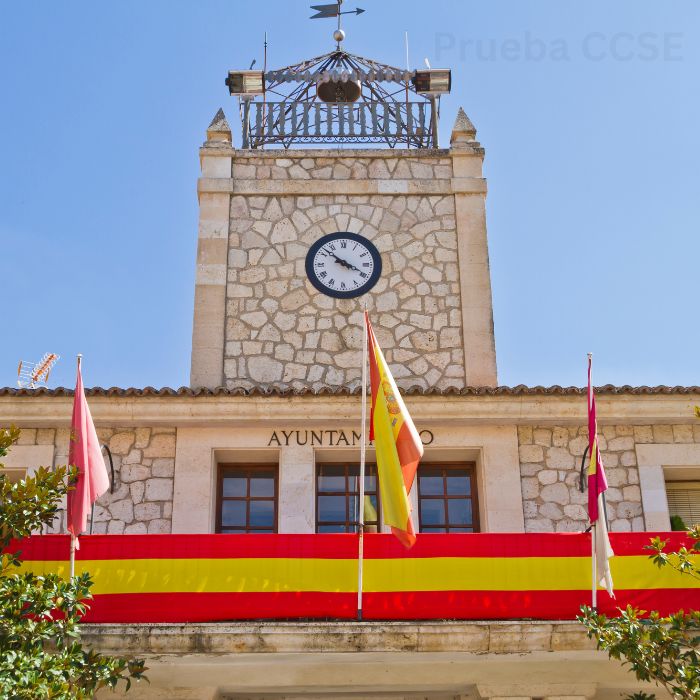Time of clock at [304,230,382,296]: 3:52
